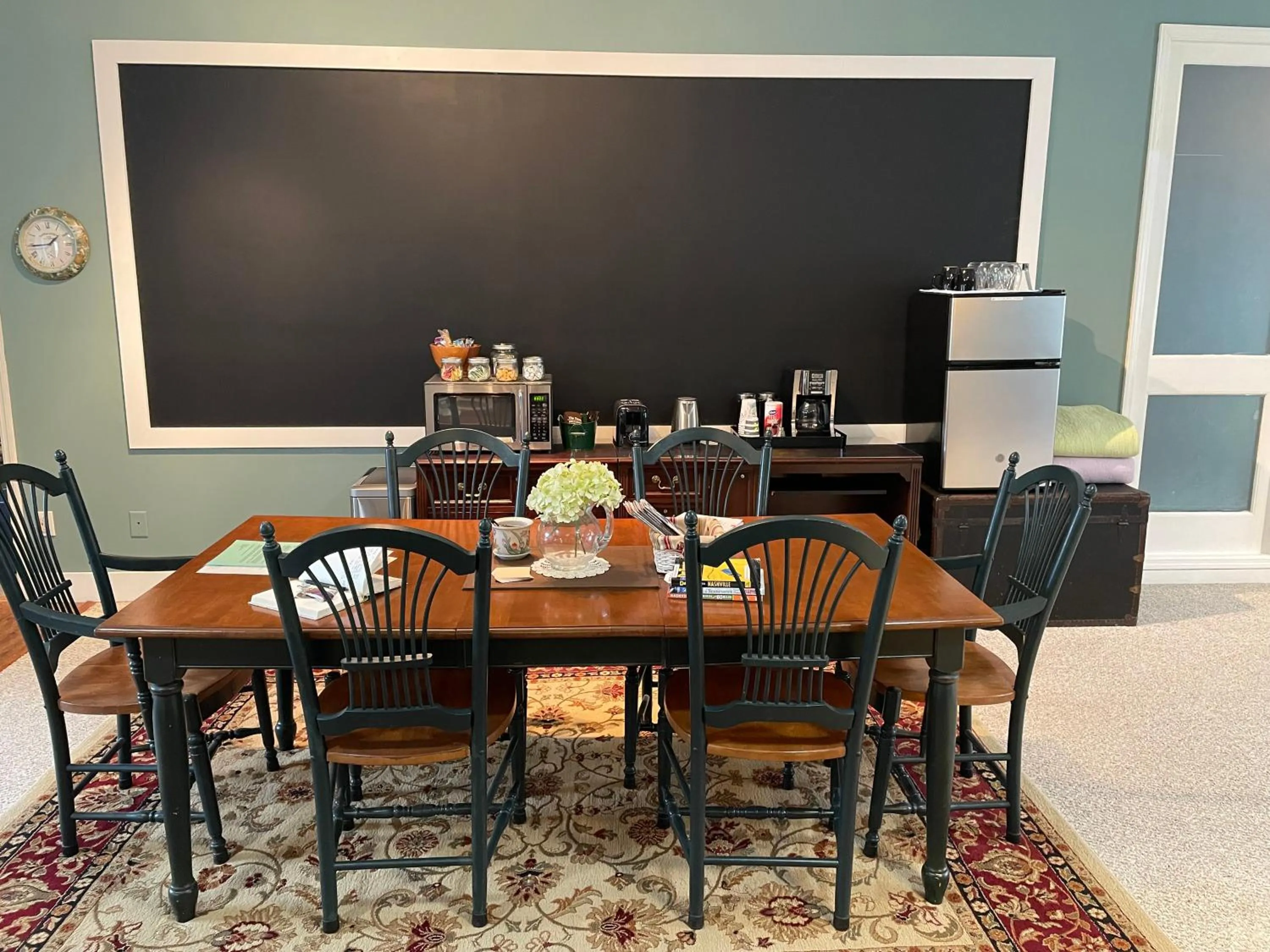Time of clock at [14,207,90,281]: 1:44
